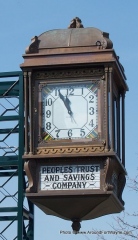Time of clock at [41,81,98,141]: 11:55
